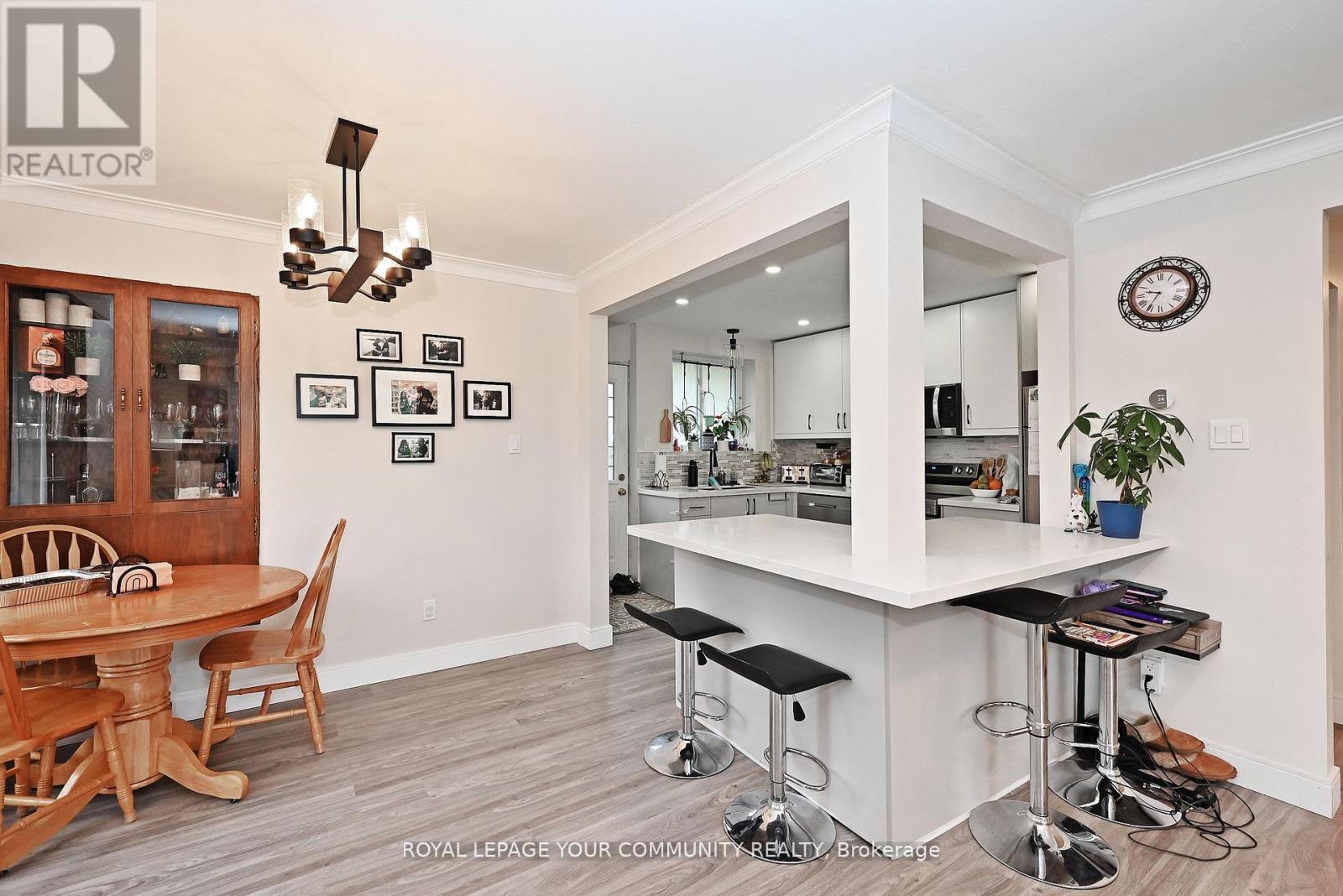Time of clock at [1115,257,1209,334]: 9:35
